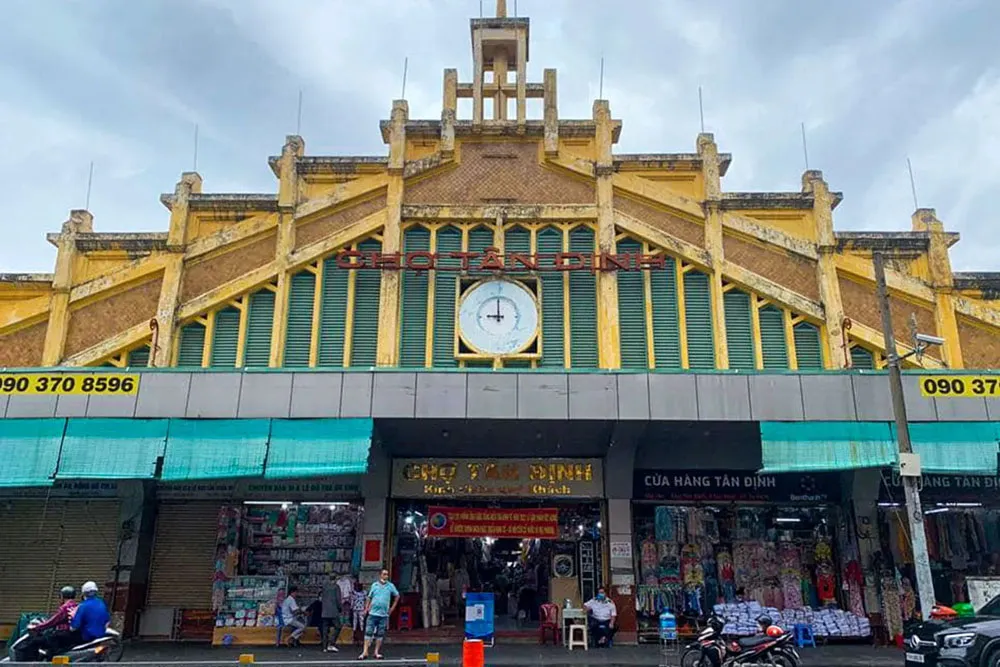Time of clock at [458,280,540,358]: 8:59
